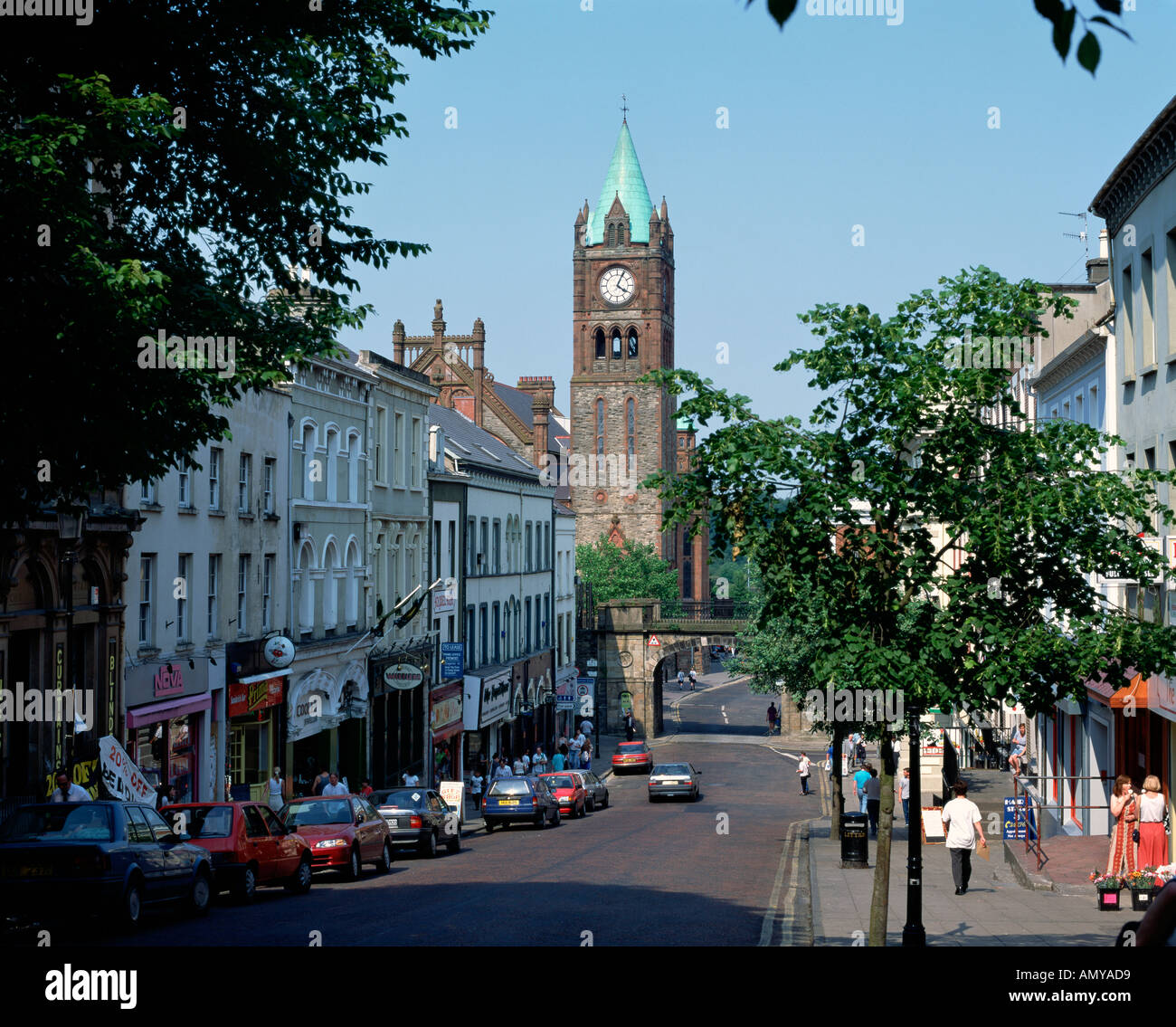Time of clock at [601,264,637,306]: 4:04
